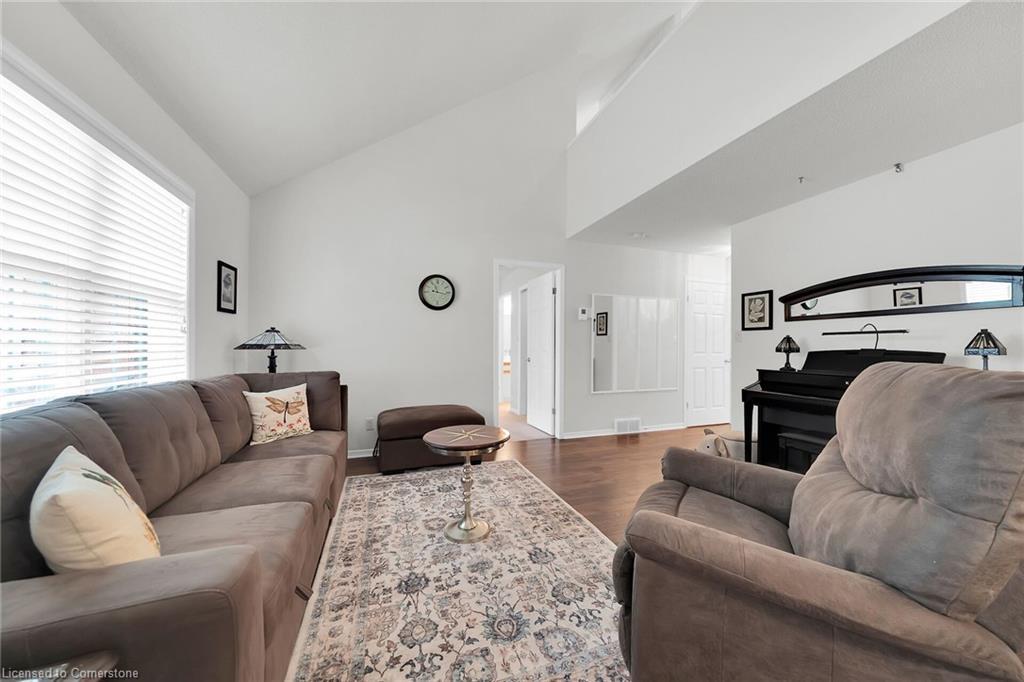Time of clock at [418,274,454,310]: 11:16
